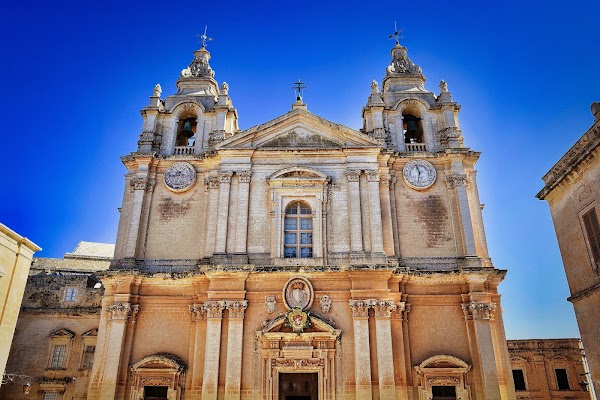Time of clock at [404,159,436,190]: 11:31
